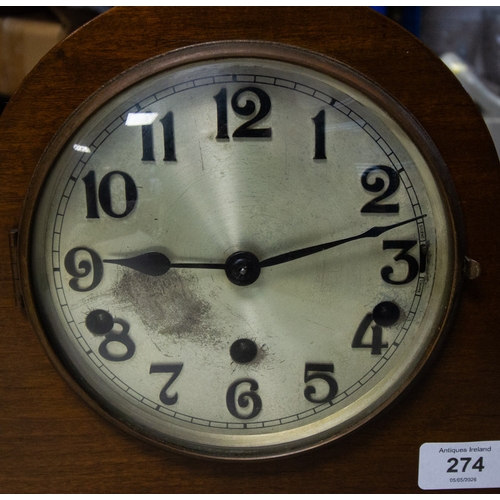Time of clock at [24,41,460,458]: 9:12
